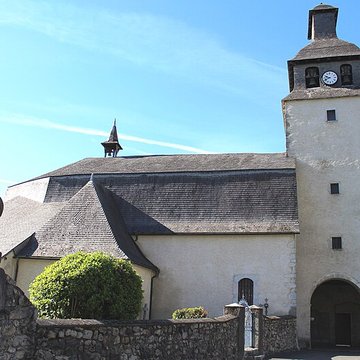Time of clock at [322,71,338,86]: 9:41
